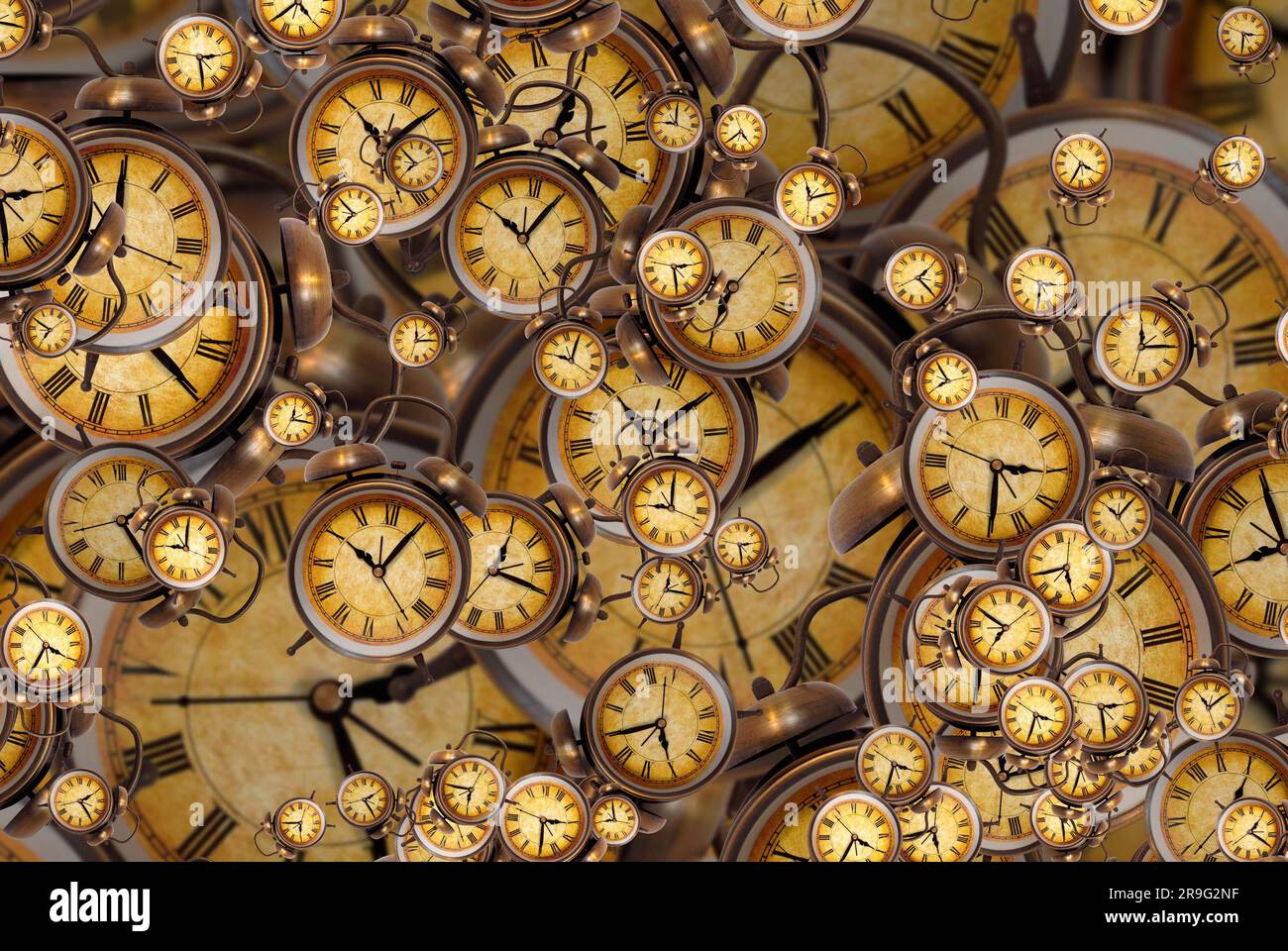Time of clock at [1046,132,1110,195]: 4:34
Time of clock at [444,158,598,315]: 10:05
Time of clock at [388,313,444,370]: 12:14
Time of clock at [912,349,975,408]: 7:54
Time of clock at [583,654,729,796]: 5:45
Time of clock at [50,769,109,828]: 2:24
